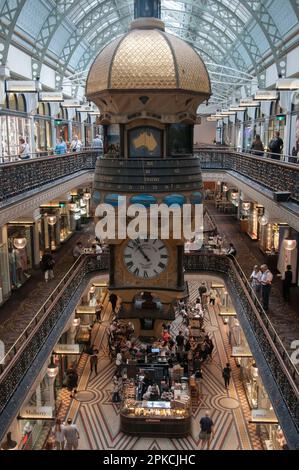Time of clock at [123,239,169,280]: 10:53
